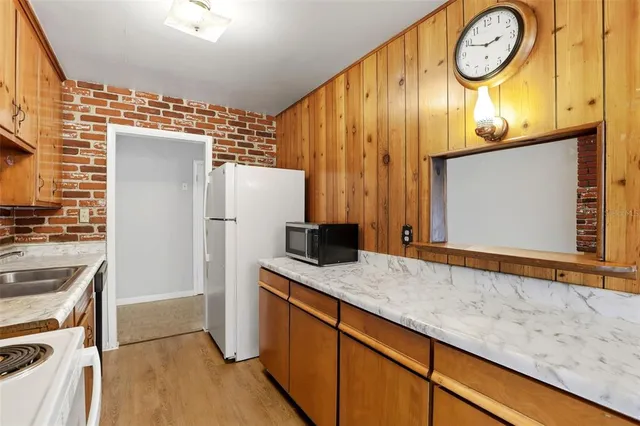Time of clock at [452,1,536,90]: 2:48
